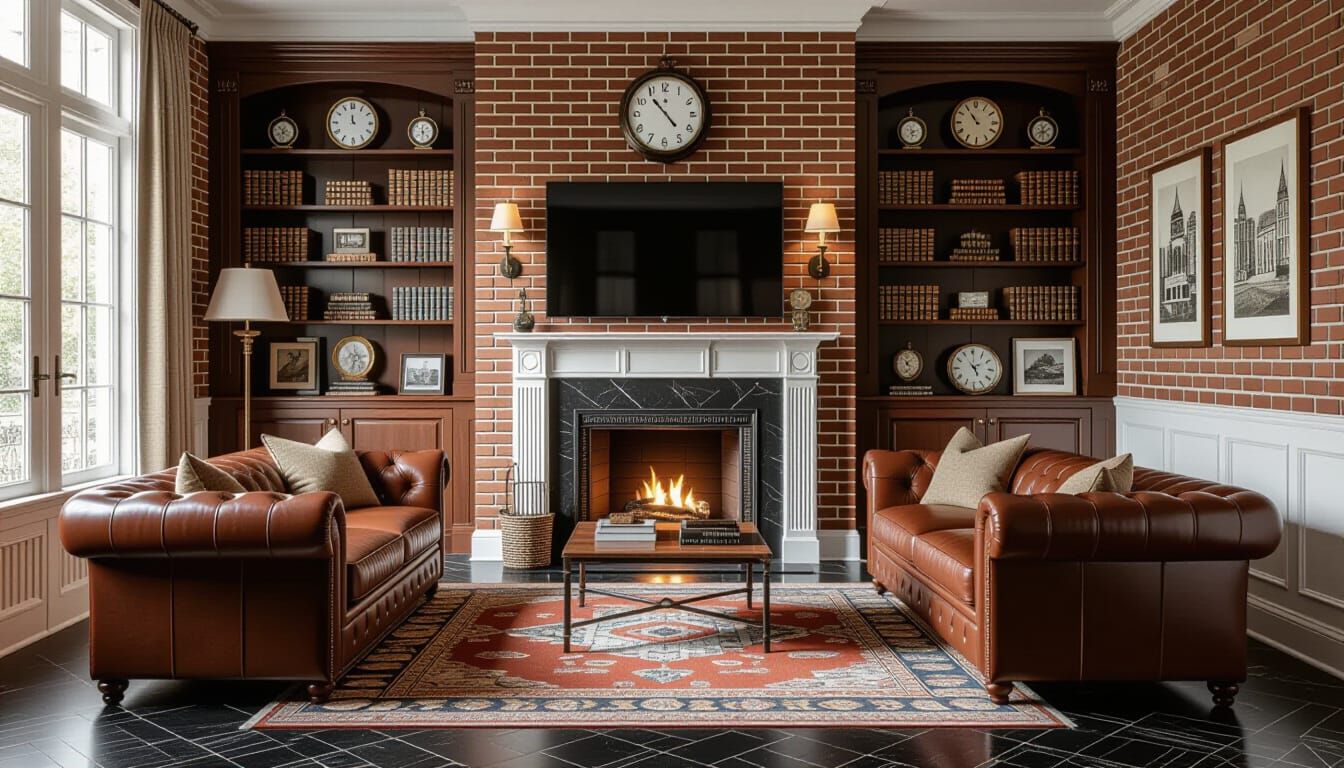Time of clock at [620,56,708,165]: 10:53
